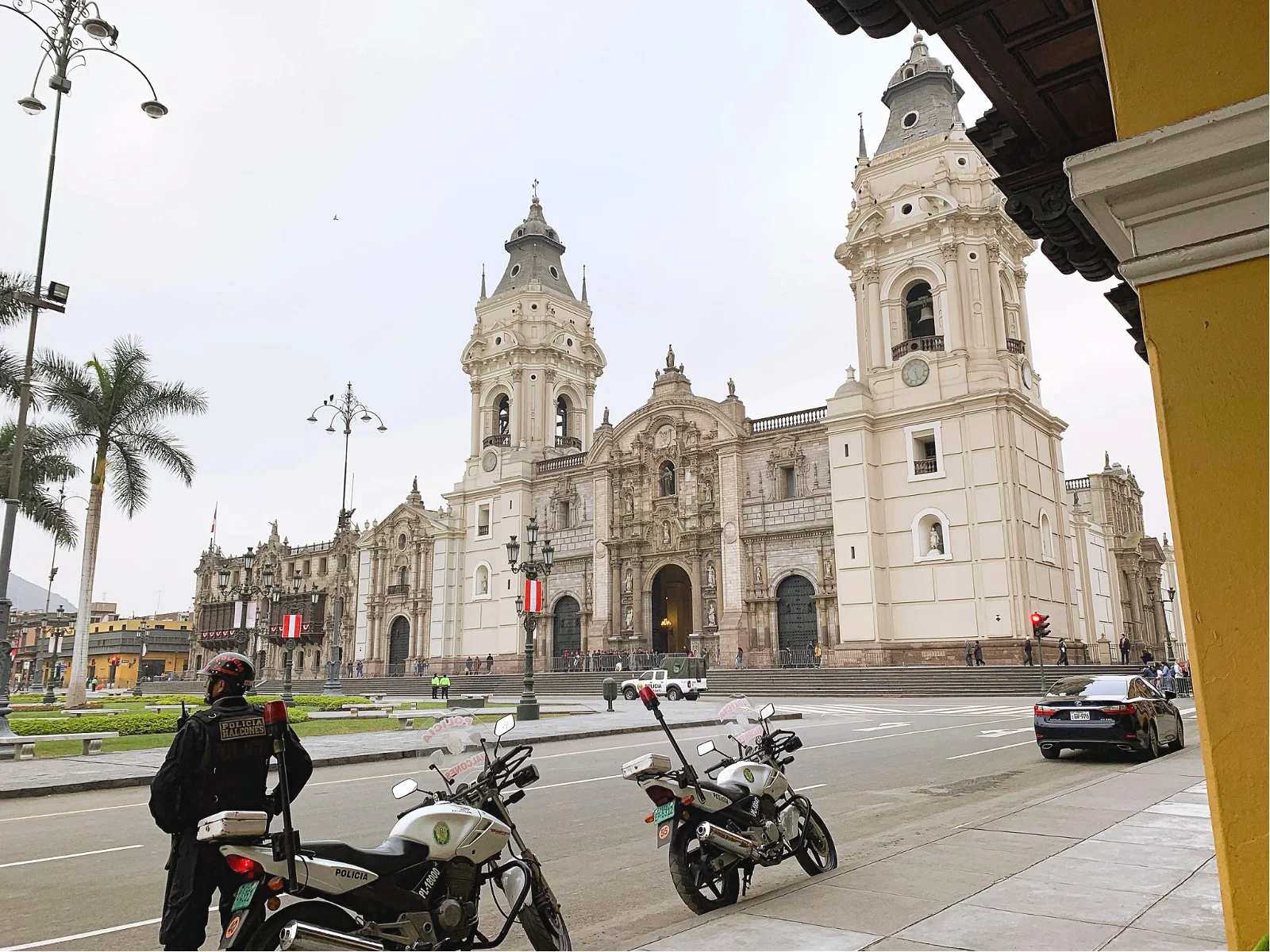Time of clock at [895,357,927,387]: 5:26
